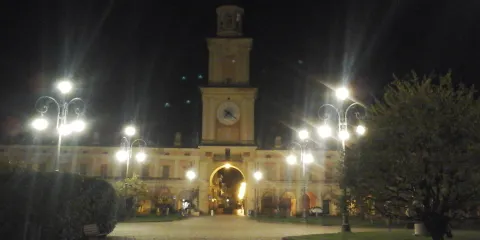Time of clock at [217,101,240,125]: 7:21
